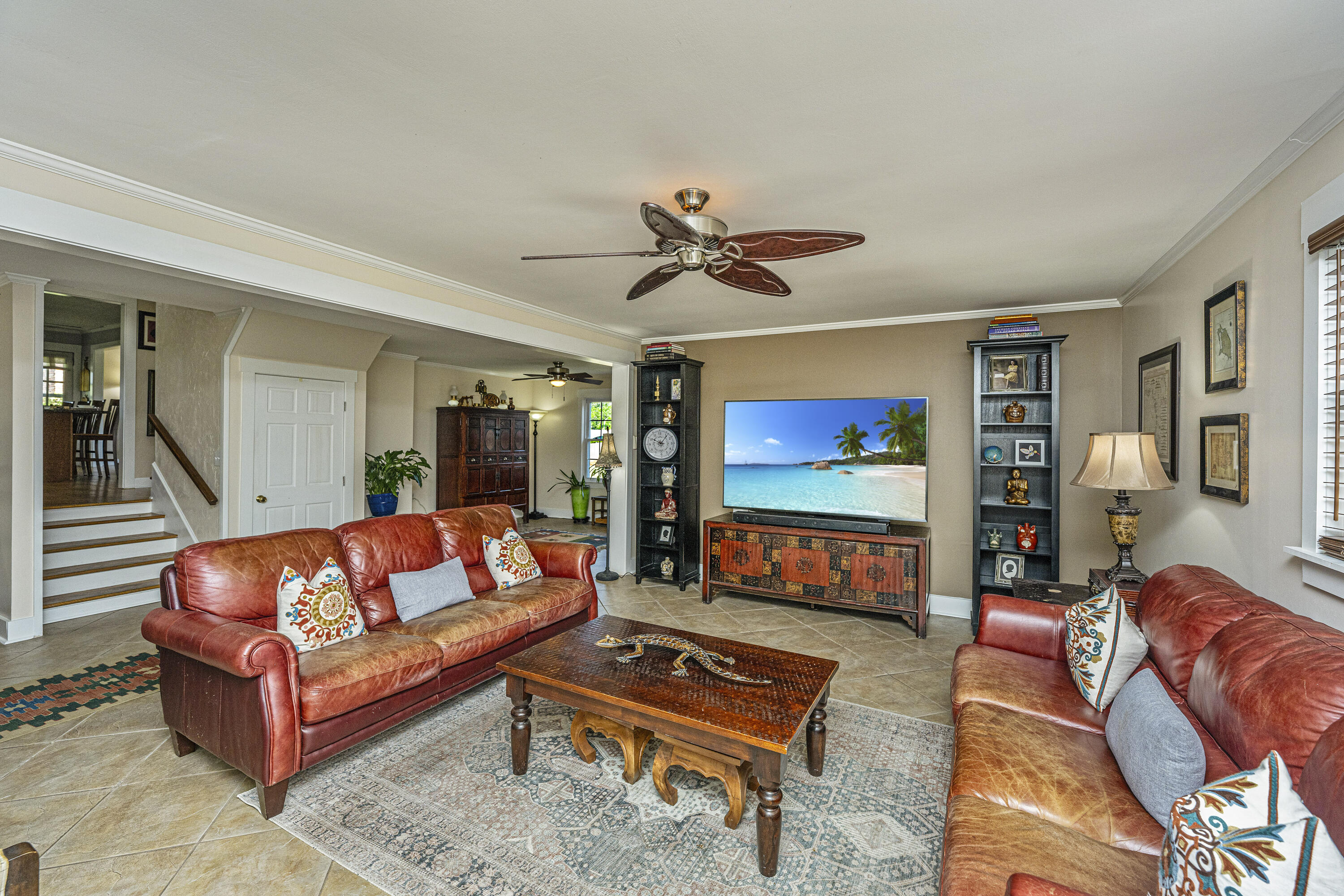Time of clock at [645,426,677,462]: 10:06
